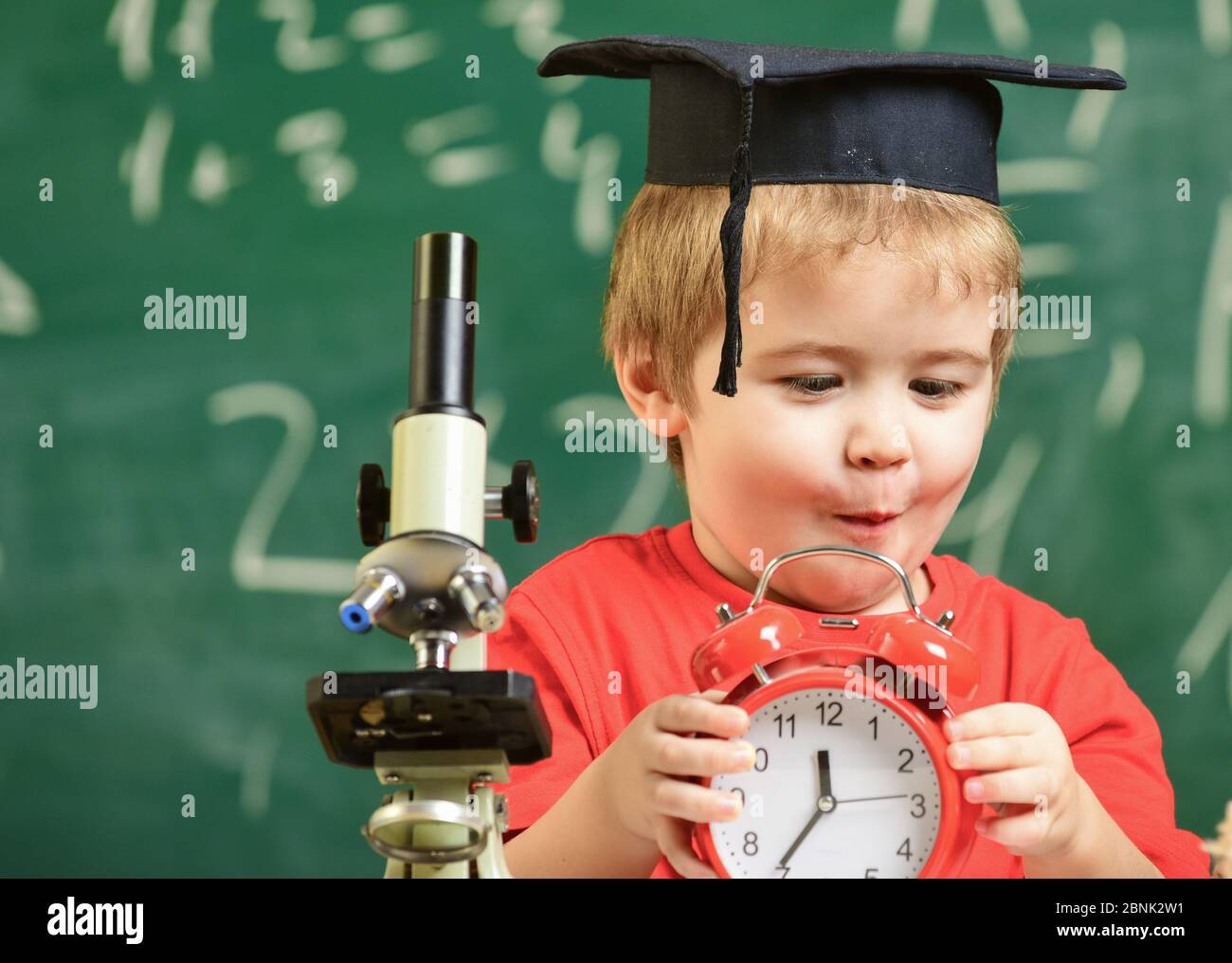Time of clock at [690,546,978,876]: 11:35
